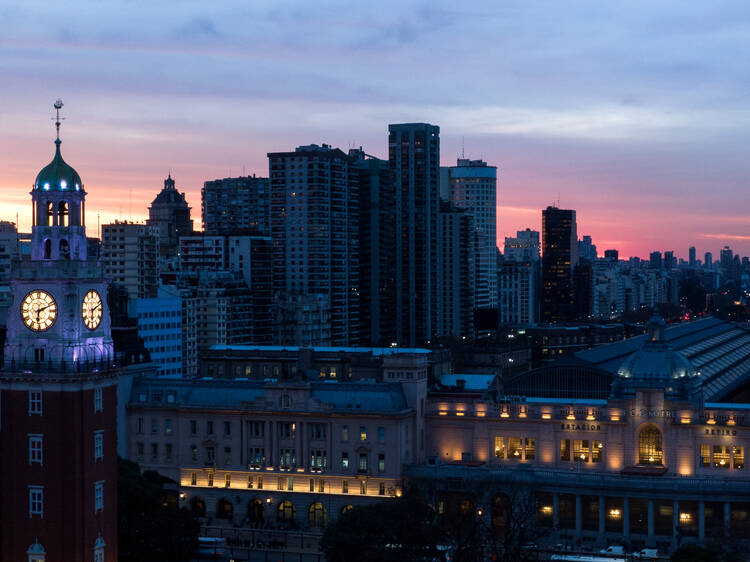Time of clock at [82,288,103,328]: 6:11
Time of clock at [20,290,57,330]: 6:11
